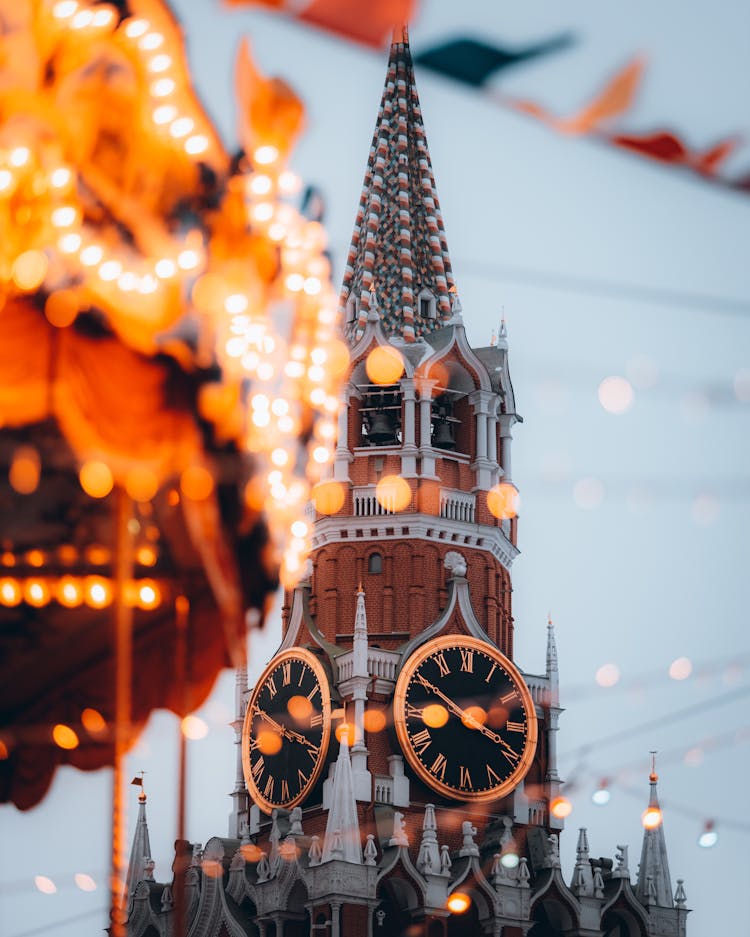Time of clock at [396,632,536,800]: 3:50
